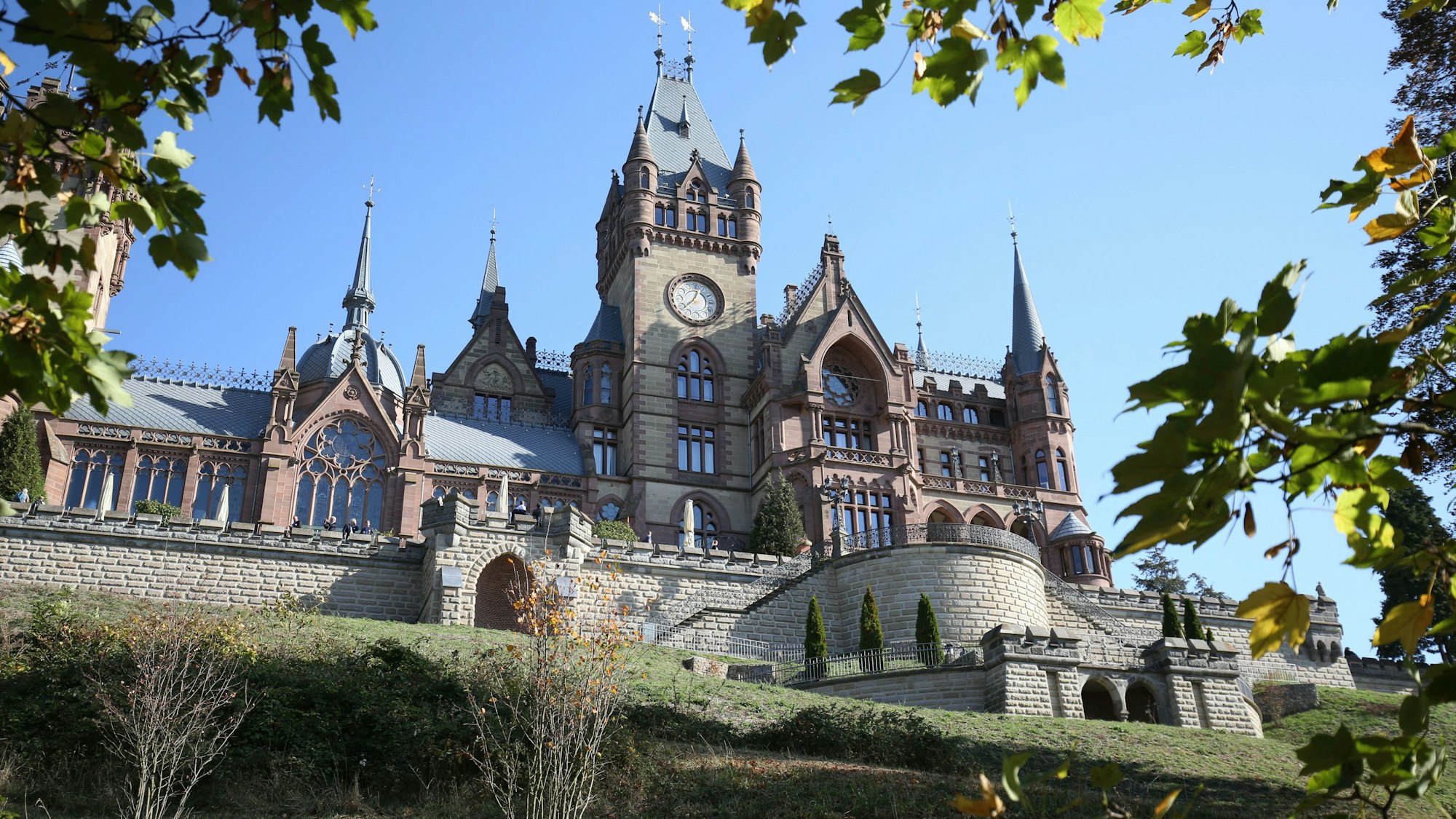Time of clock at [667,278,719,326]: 12:37
